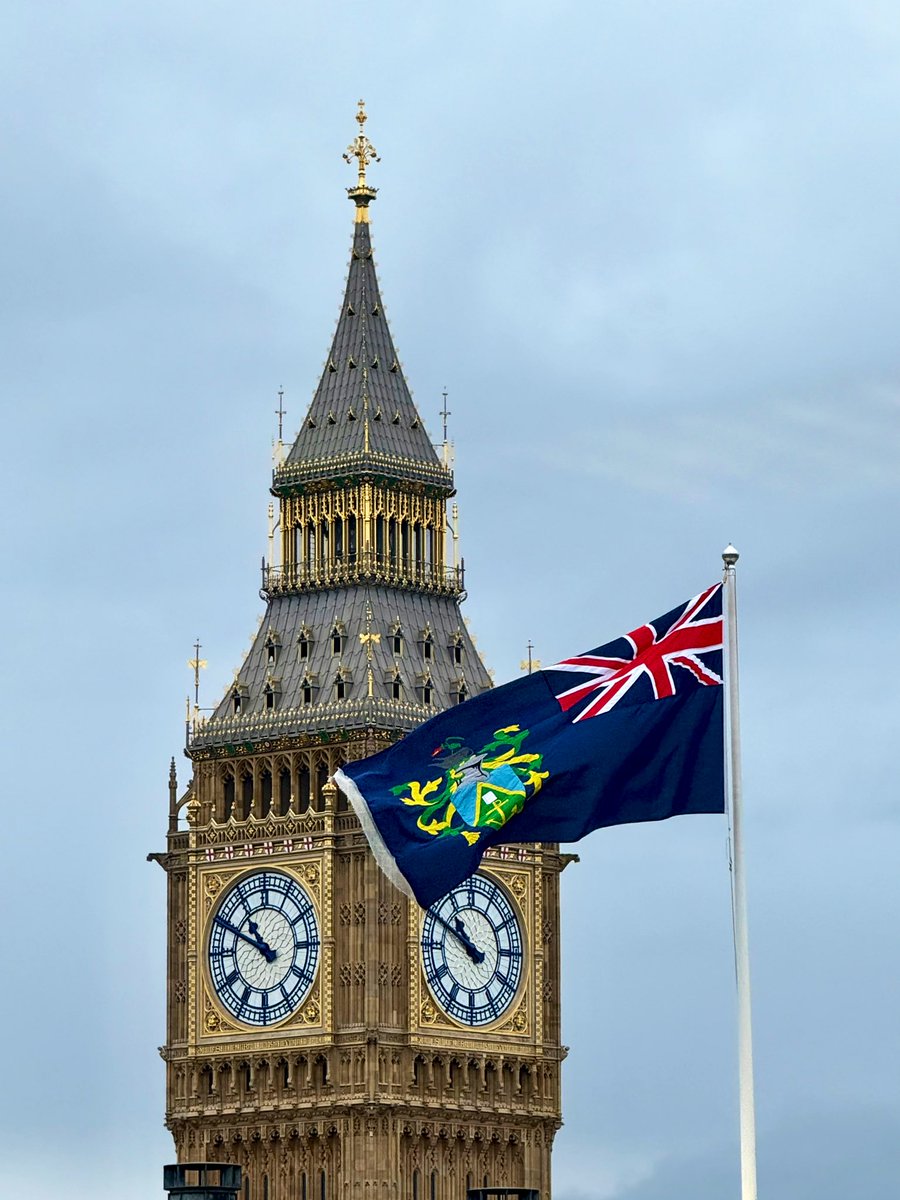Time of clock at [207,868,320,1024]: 10:49
